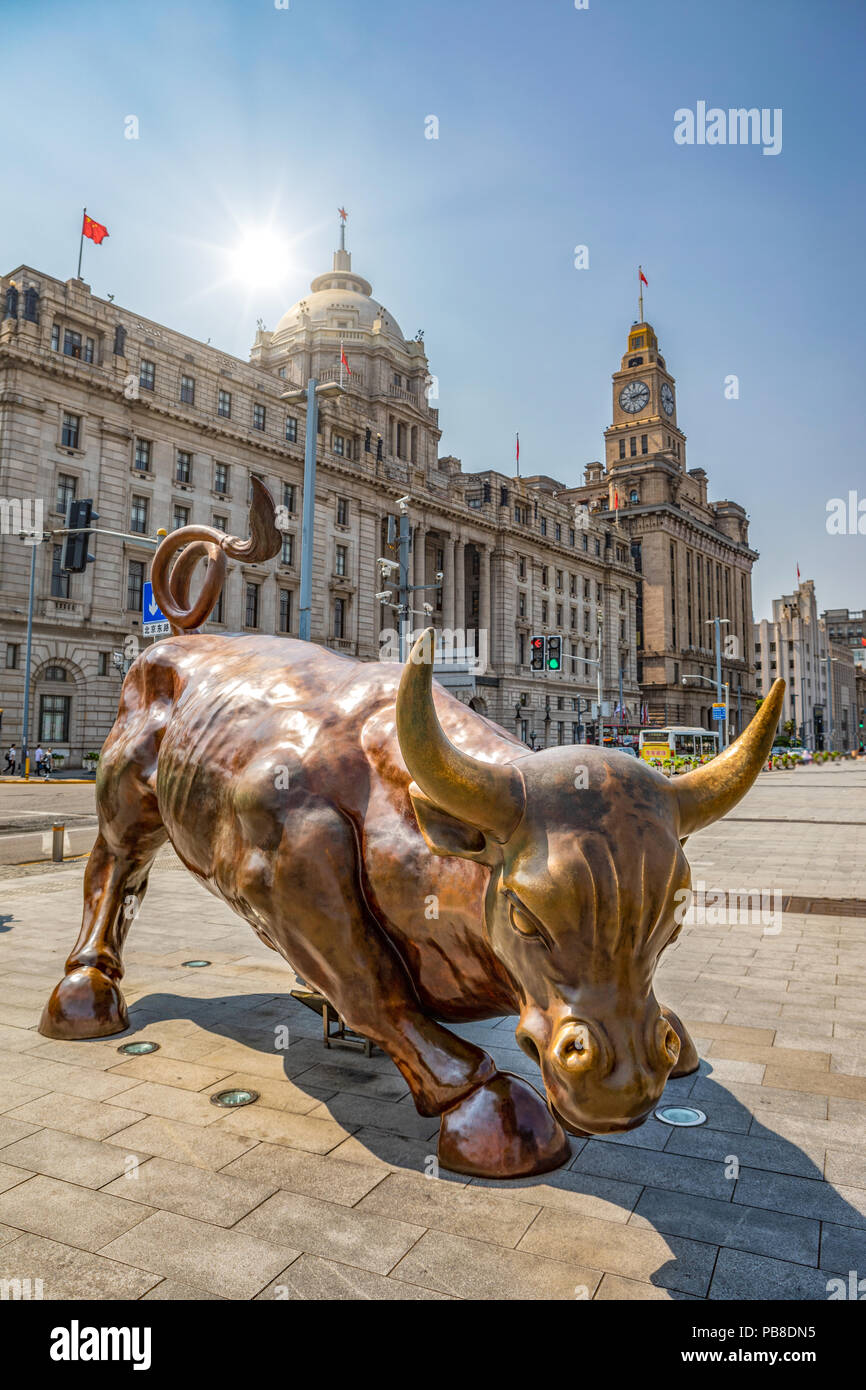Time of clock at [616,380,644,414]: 2:13
